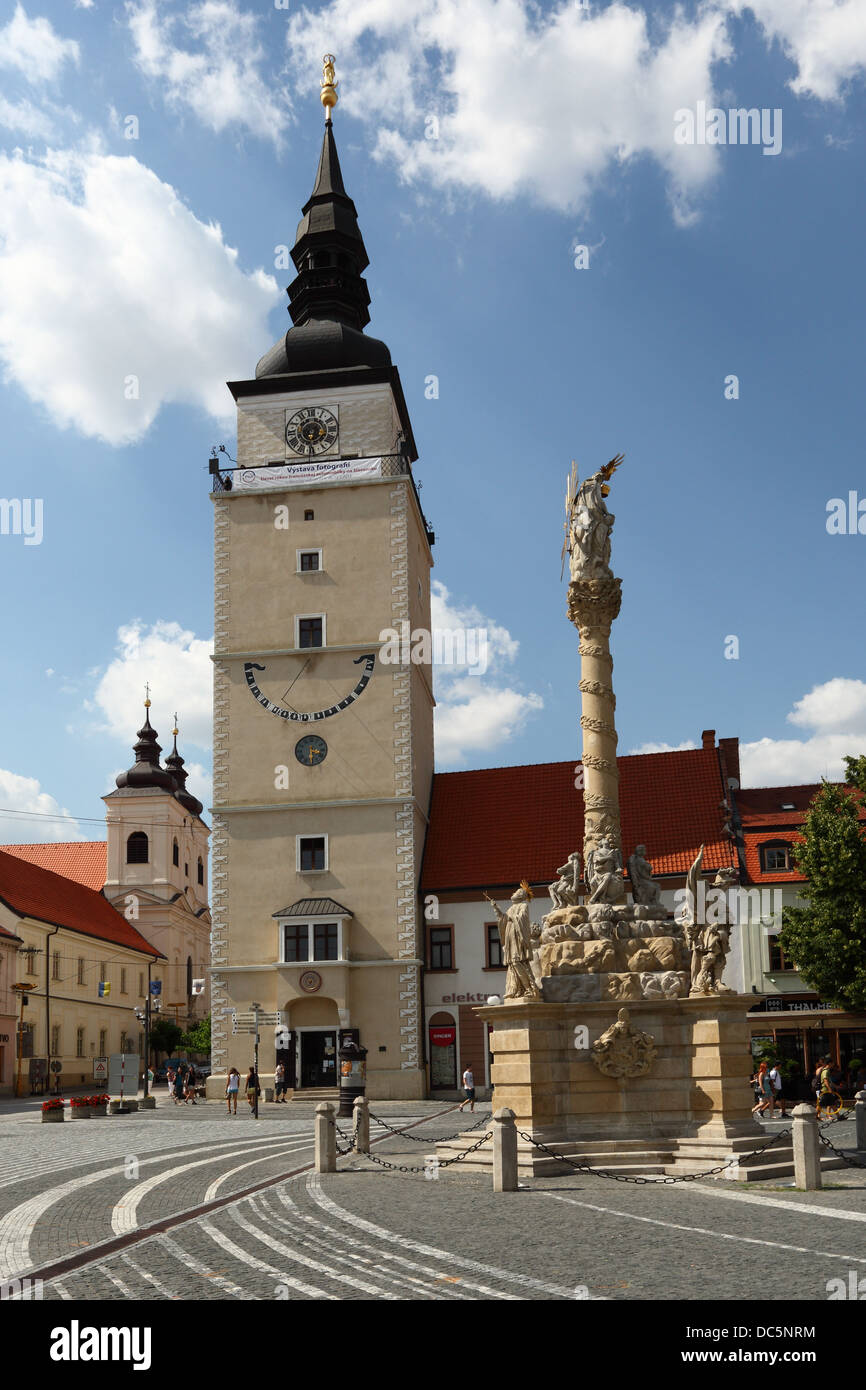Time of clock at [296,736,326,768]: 3:29
